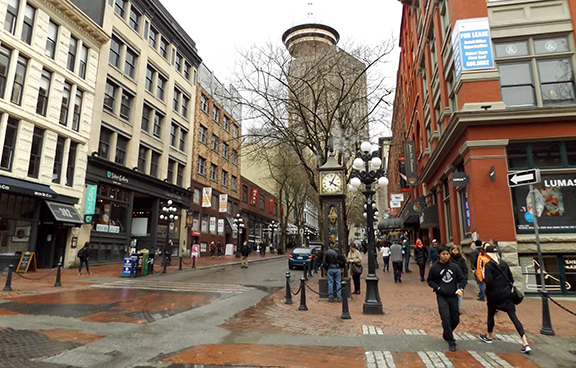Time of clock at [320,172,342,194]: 4:04
